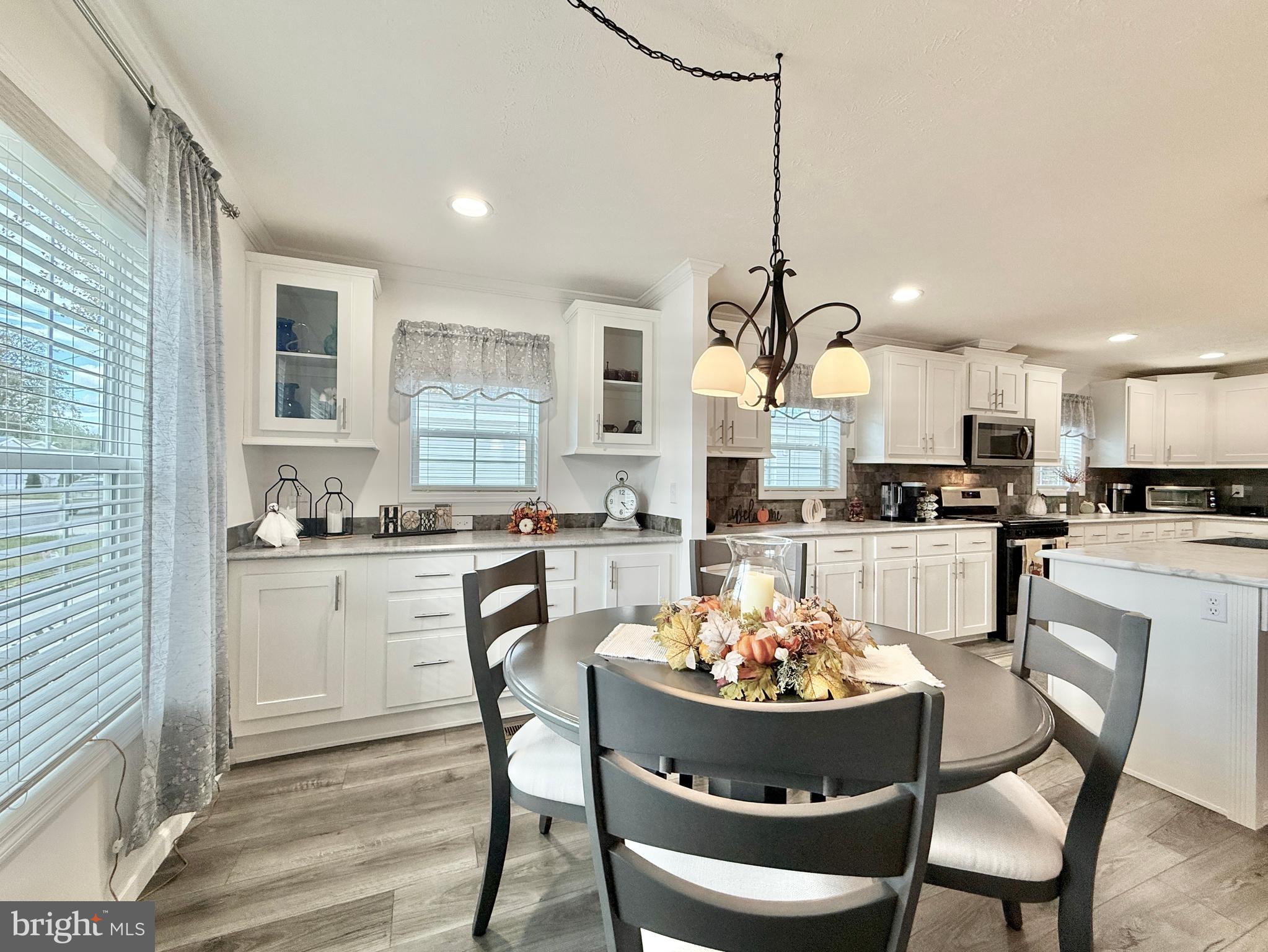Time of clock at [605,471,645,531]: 4:23
